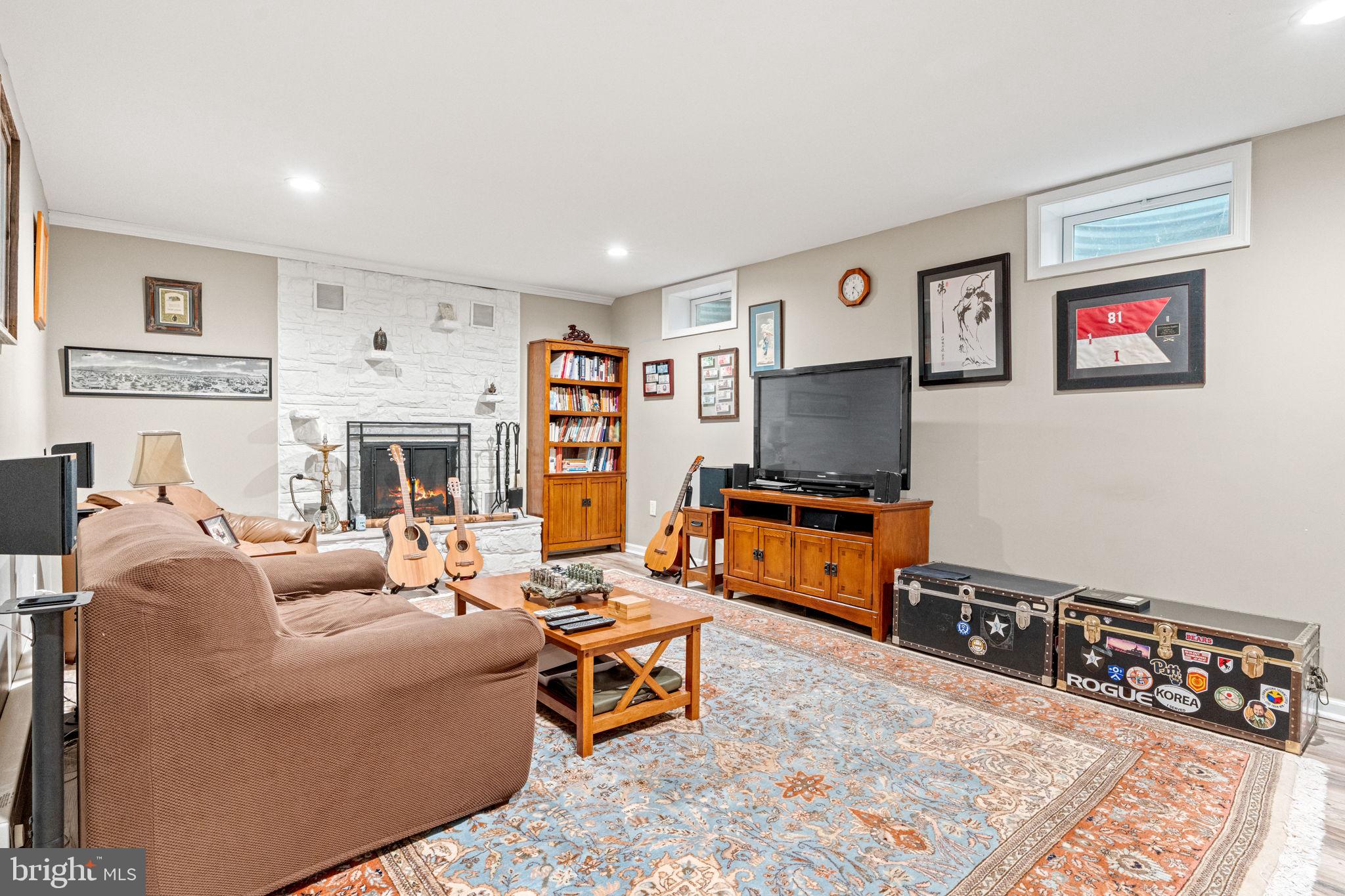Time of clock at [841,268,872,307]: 6:22
